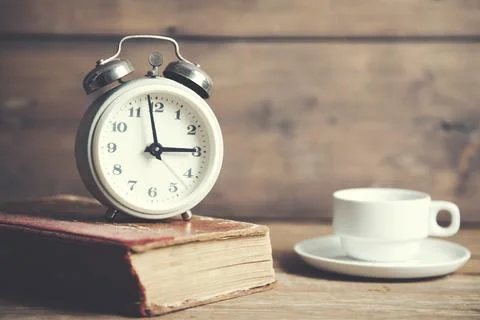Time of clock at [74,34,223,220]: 2:58
